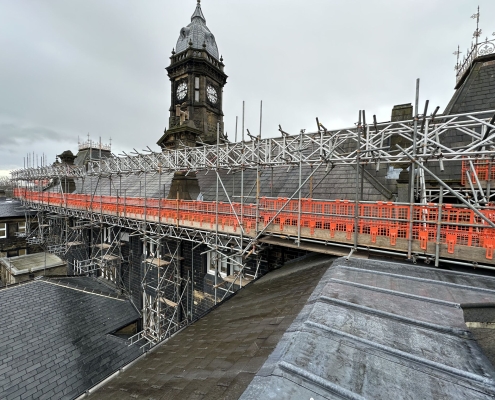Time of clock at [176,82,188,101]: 2:42
